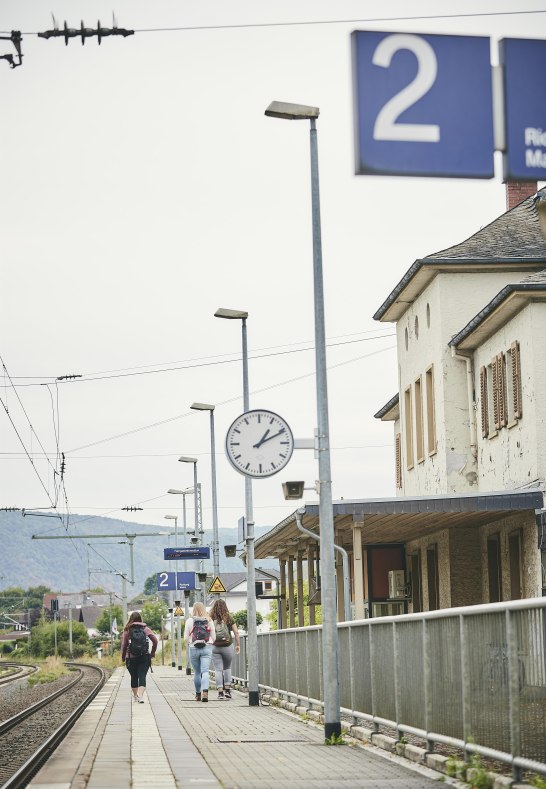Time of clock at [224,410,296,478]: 1:10
